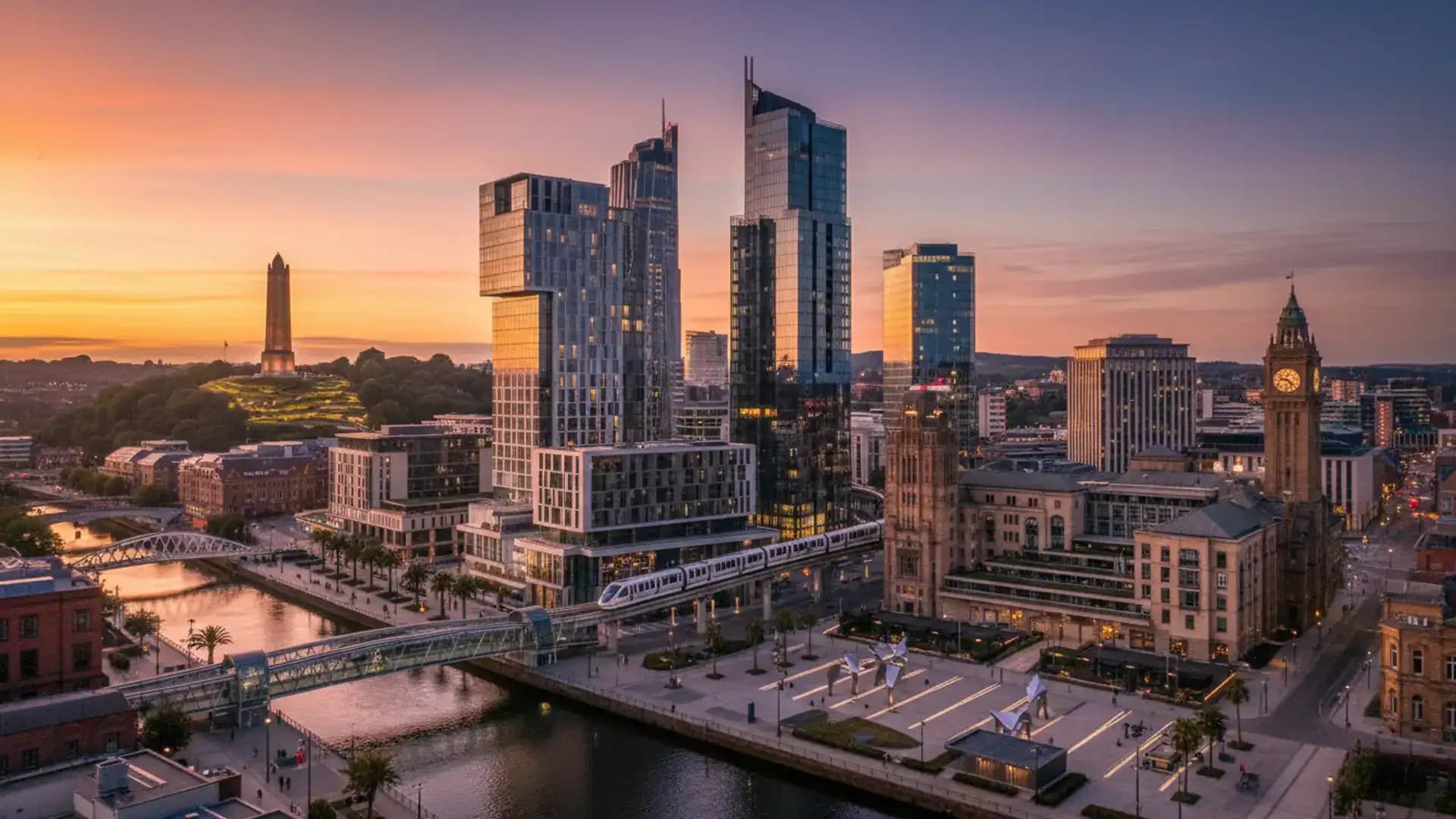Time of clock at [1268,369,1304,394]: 9:22
